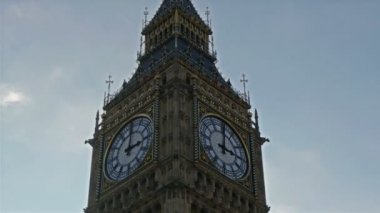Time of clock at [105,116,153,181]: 3:01
